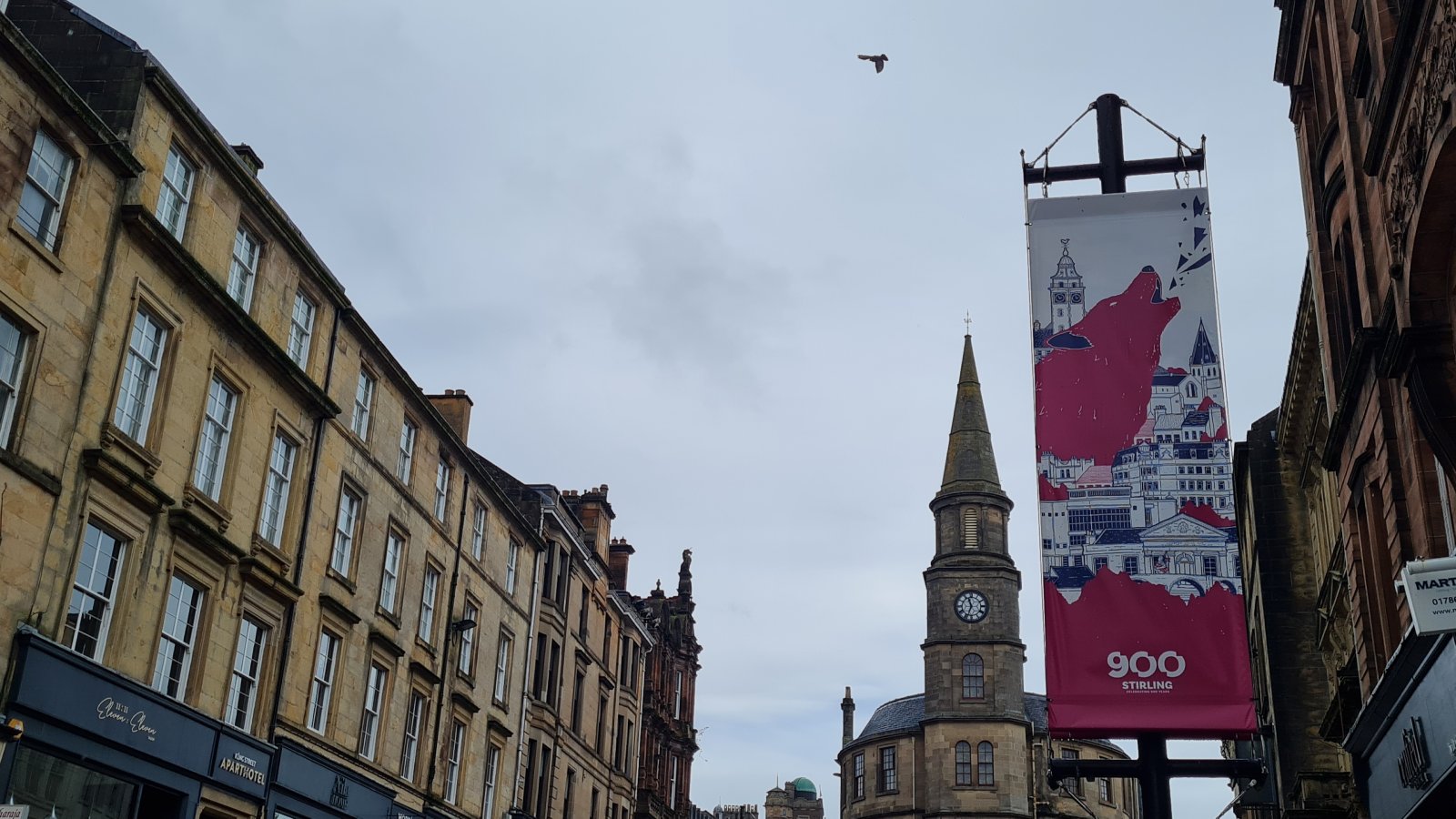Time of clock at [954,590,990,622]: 11:33
